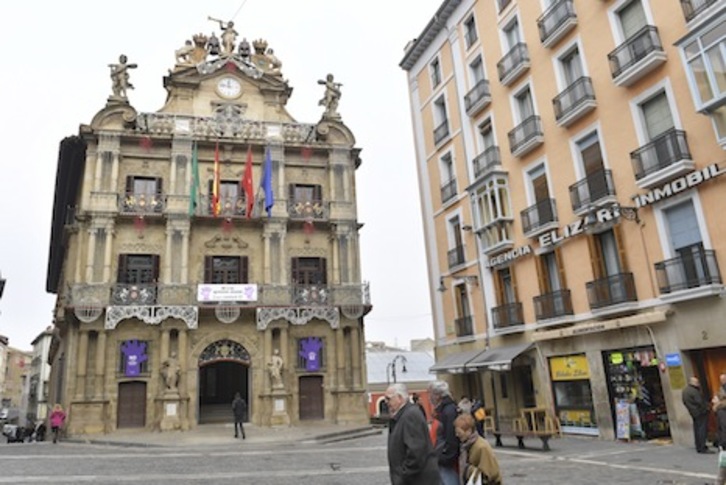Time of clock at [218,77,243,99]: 11:46
